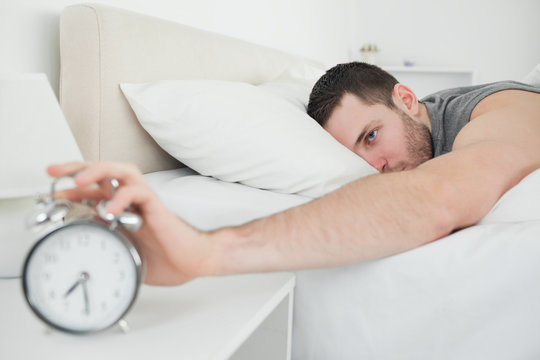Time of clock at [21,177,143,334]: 7:29
